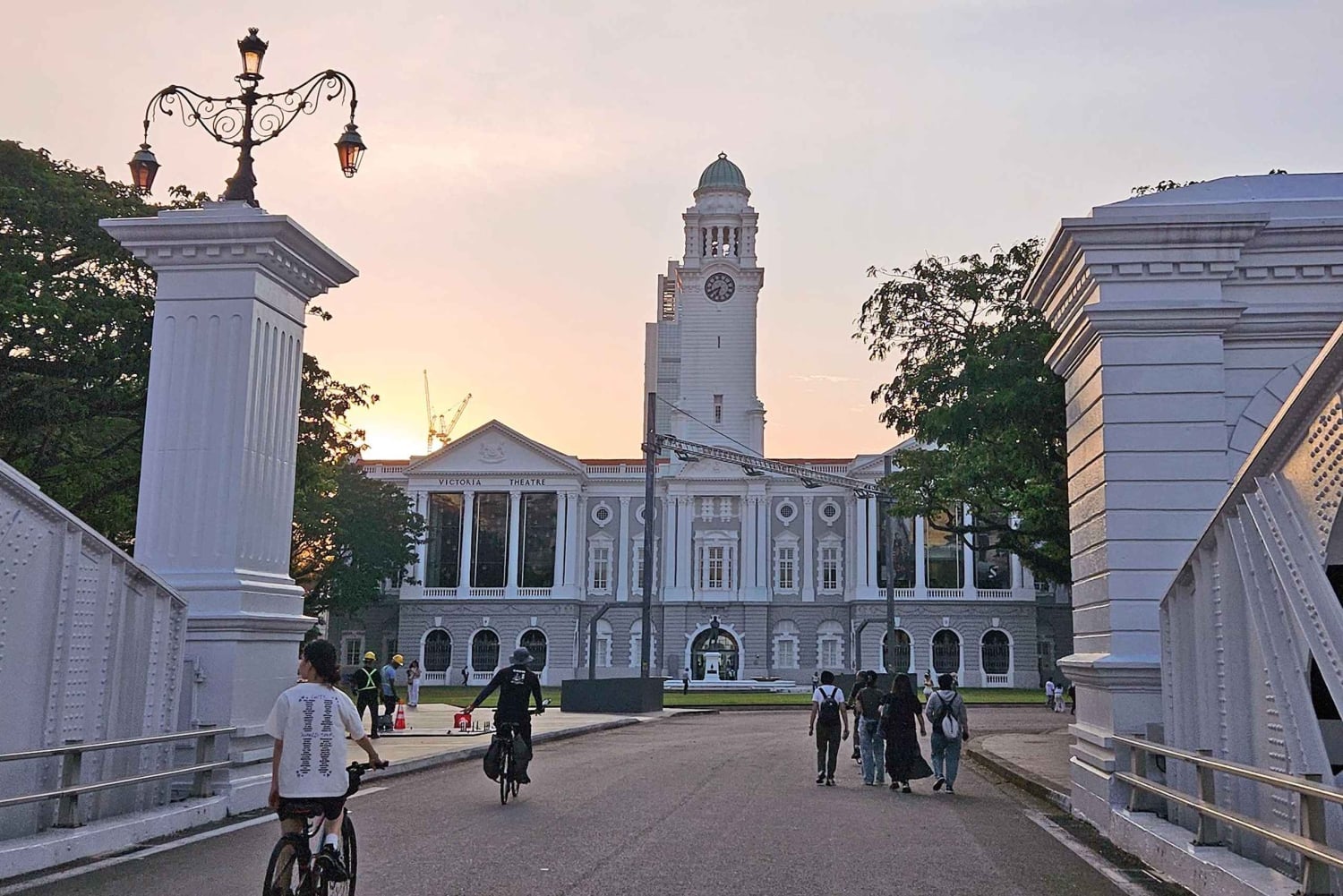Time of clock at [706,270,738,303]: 6:40
